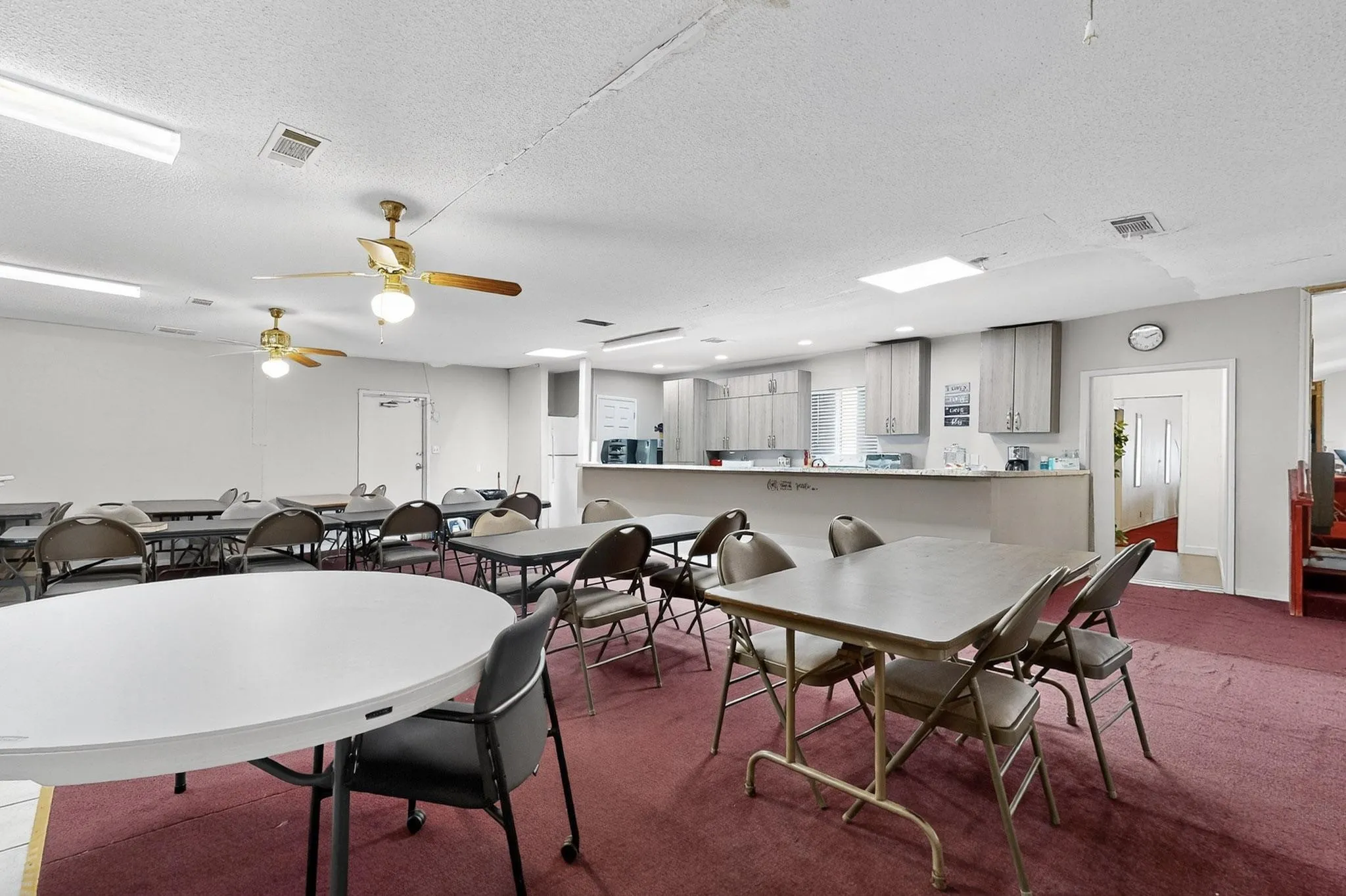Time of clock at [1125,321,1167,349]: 2:11
